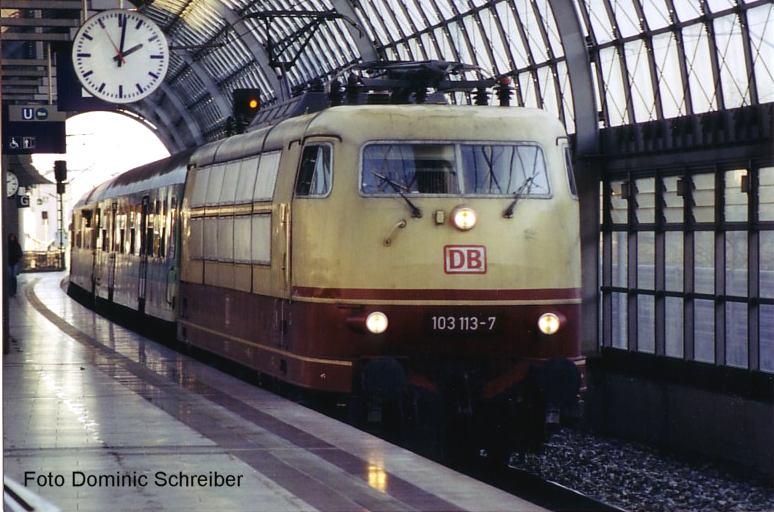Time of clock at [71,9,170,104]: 2:01
